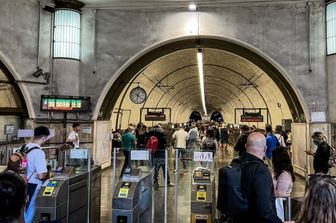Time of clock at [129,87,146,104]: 6:21
